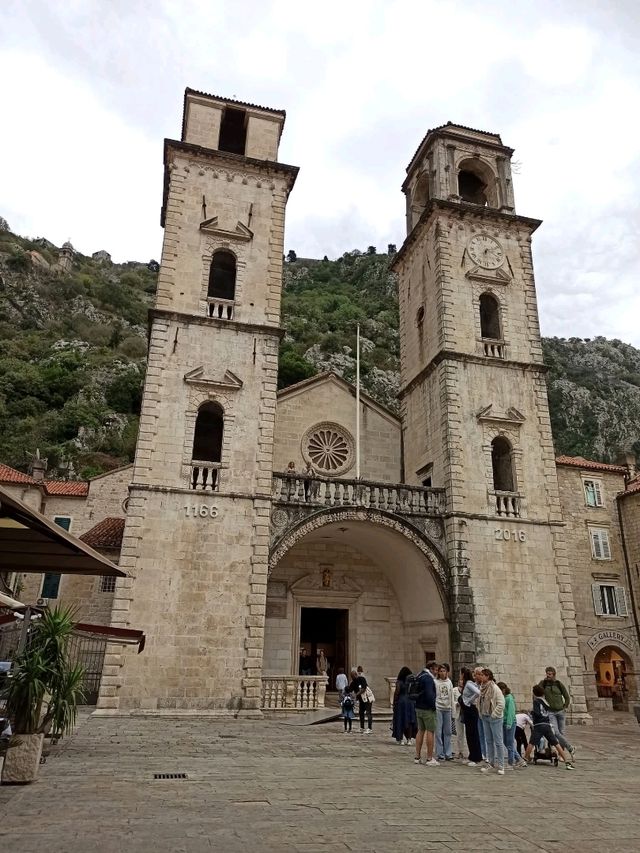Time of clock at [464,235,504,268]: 6:10
